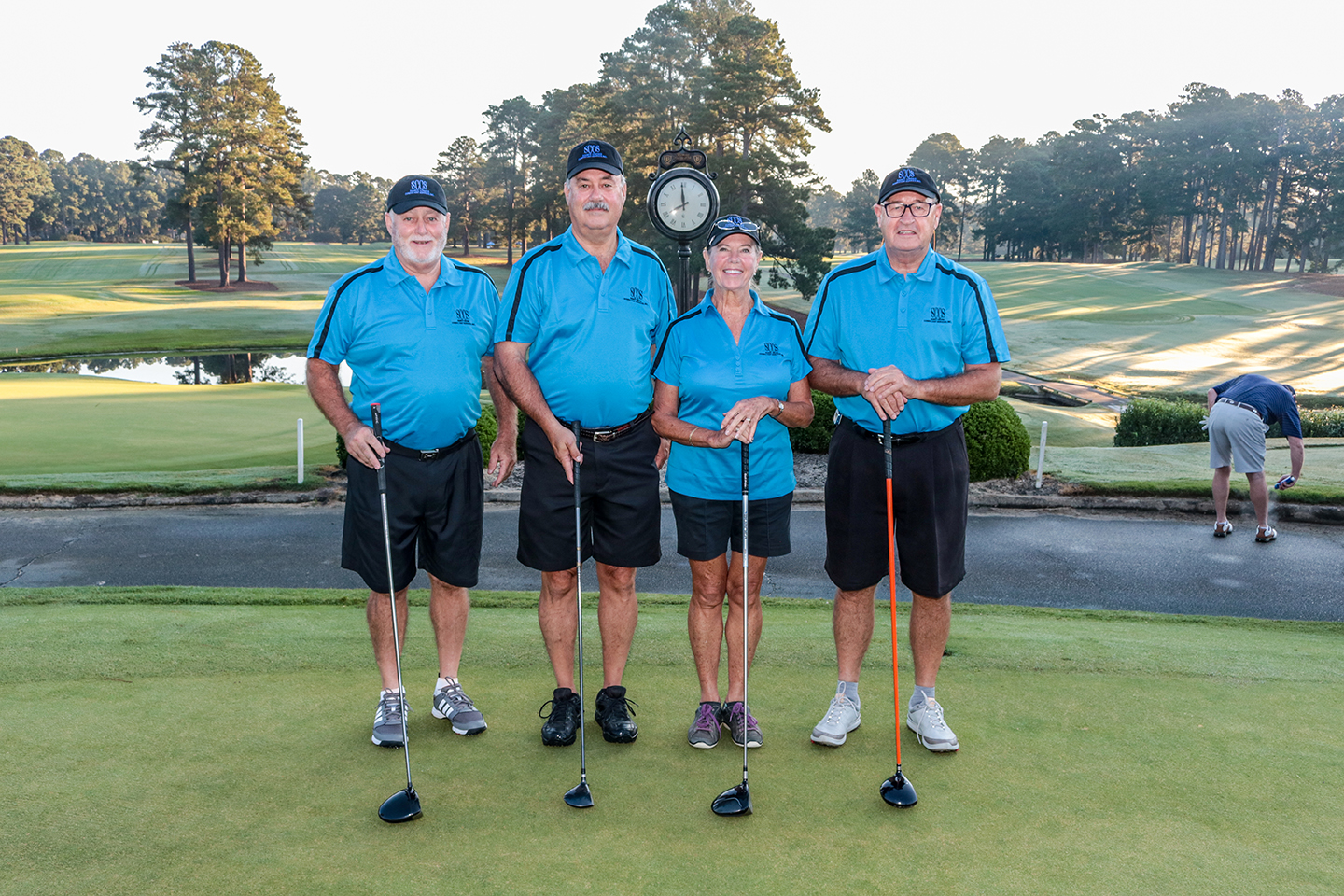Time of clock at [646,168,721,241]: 7:59
